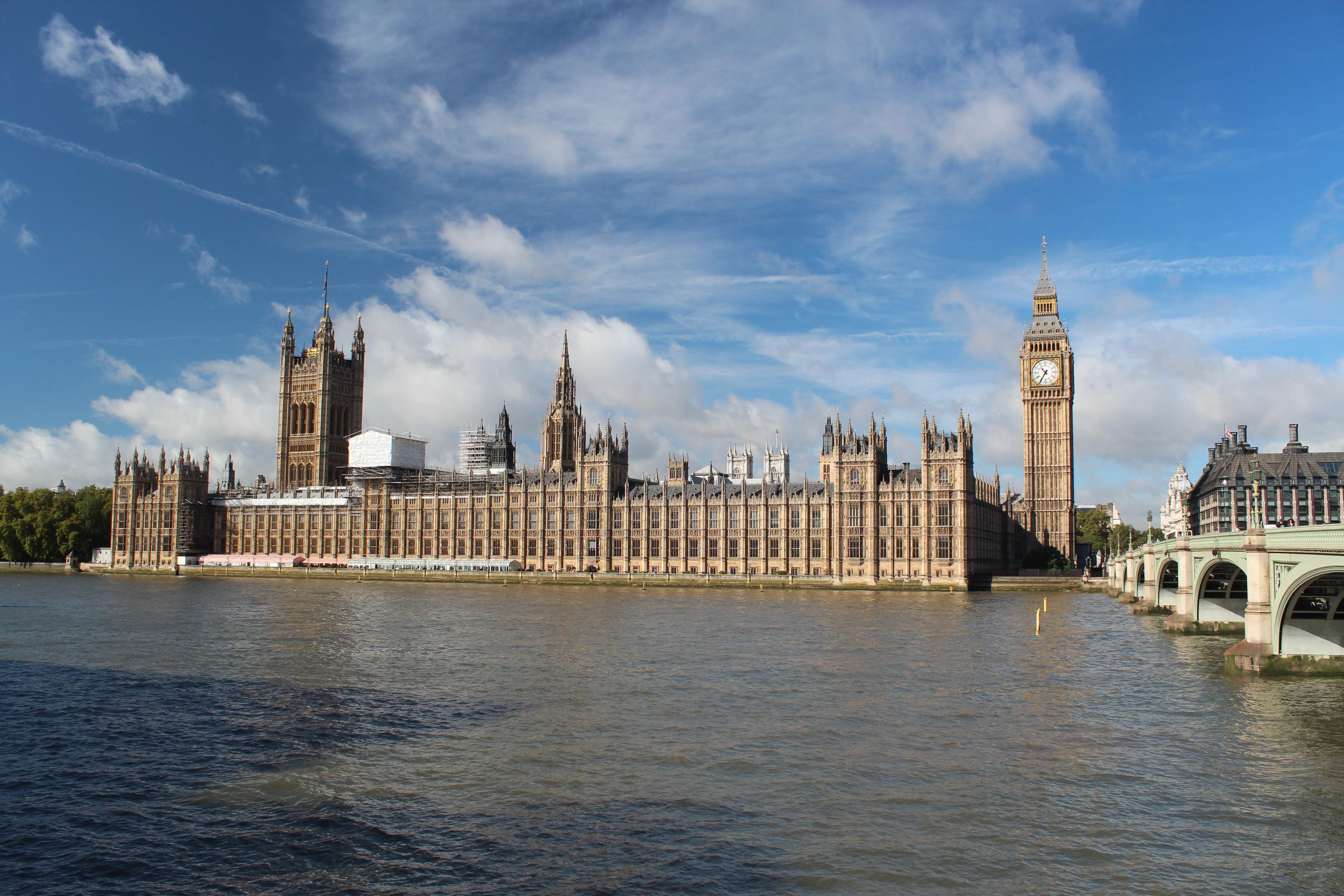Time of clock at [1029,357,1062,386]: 10:35
